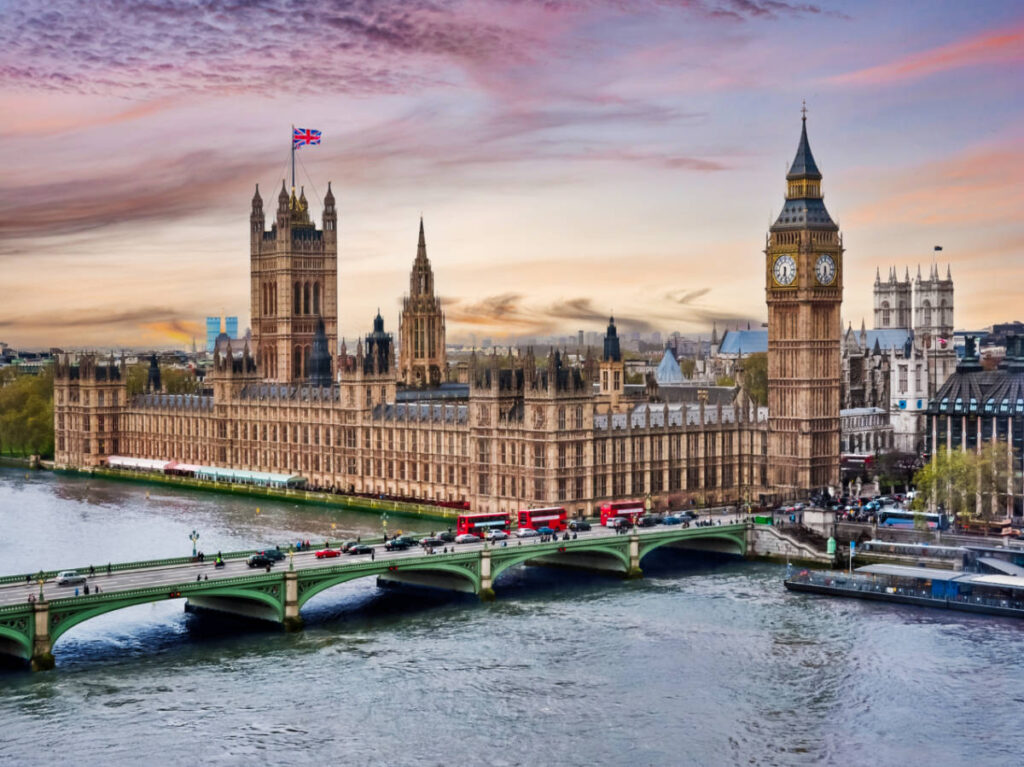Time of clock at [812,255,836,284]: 6:28
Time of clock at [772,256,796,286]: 6:28
